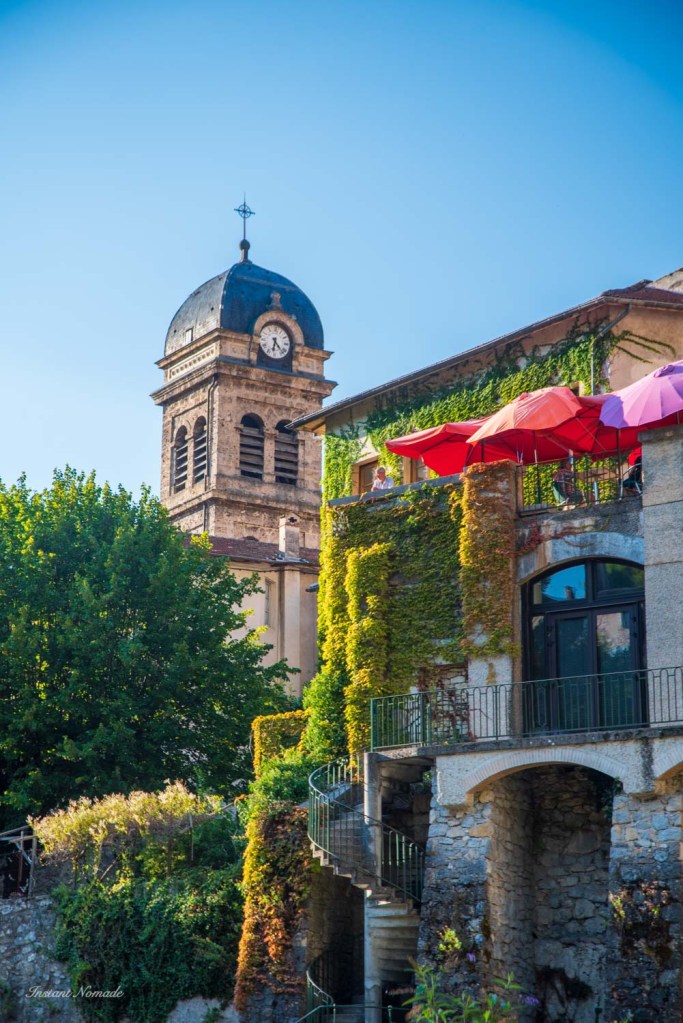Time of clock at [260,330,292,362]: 6:23
